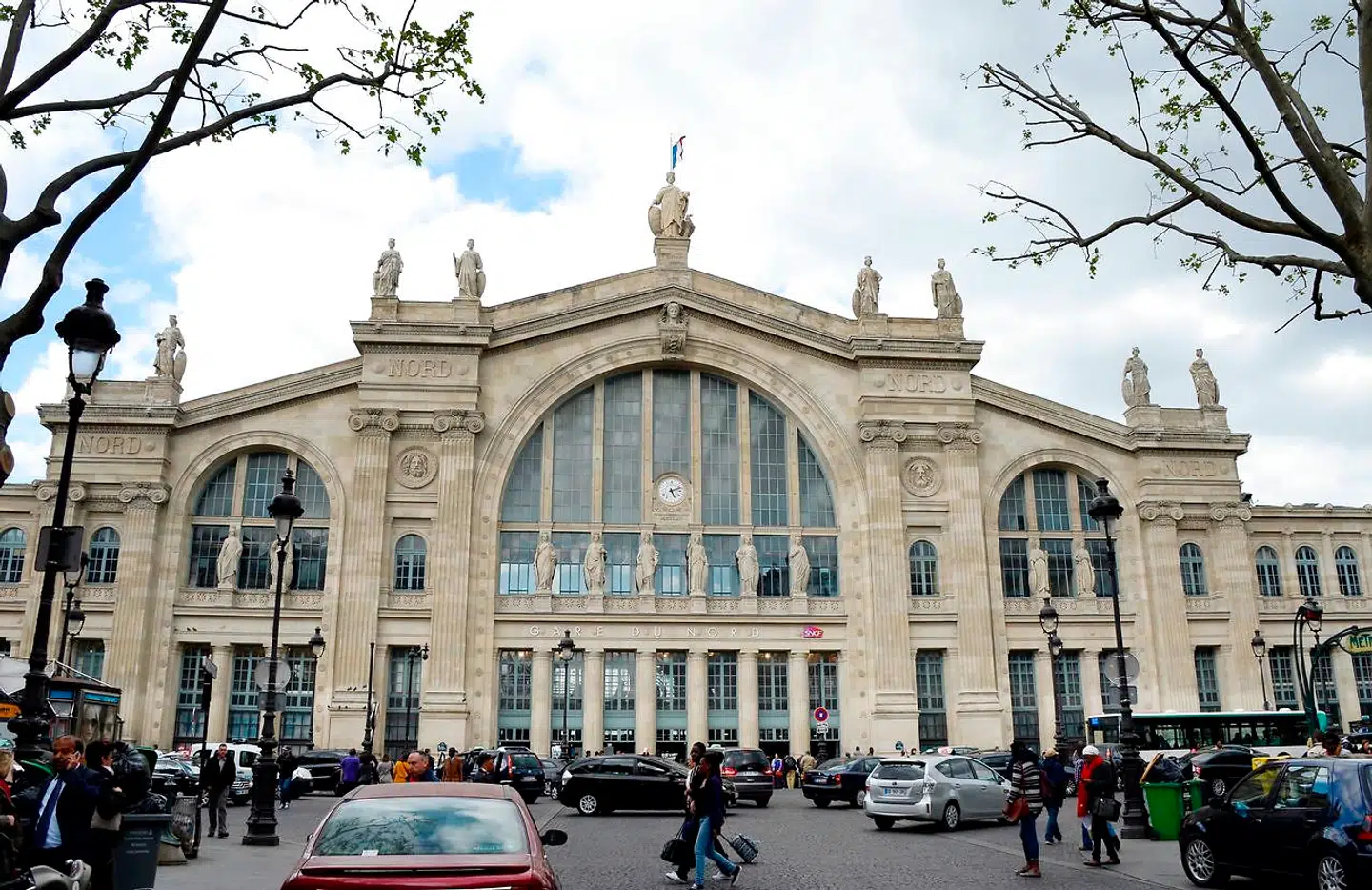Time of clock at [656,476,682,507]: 5:11
